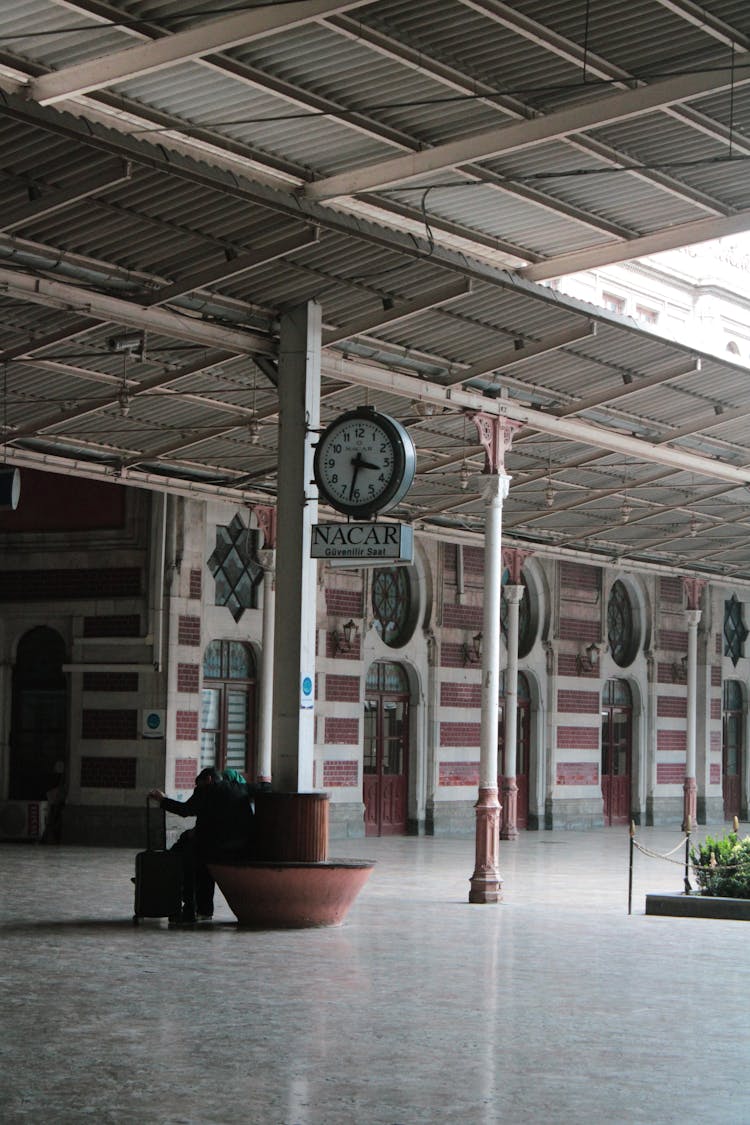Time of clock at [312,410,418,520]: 3:32
